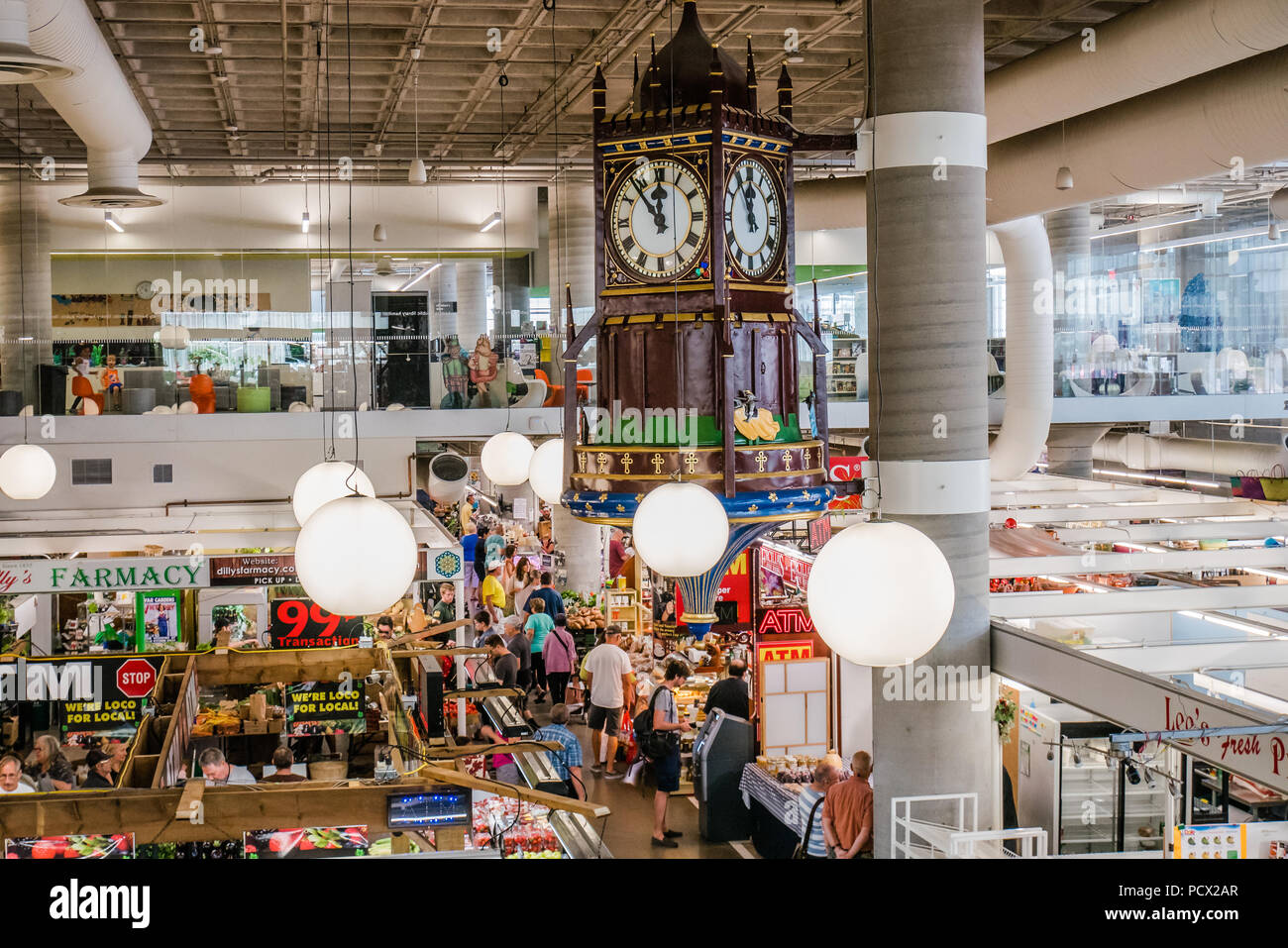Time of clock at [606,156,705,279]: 11:53
